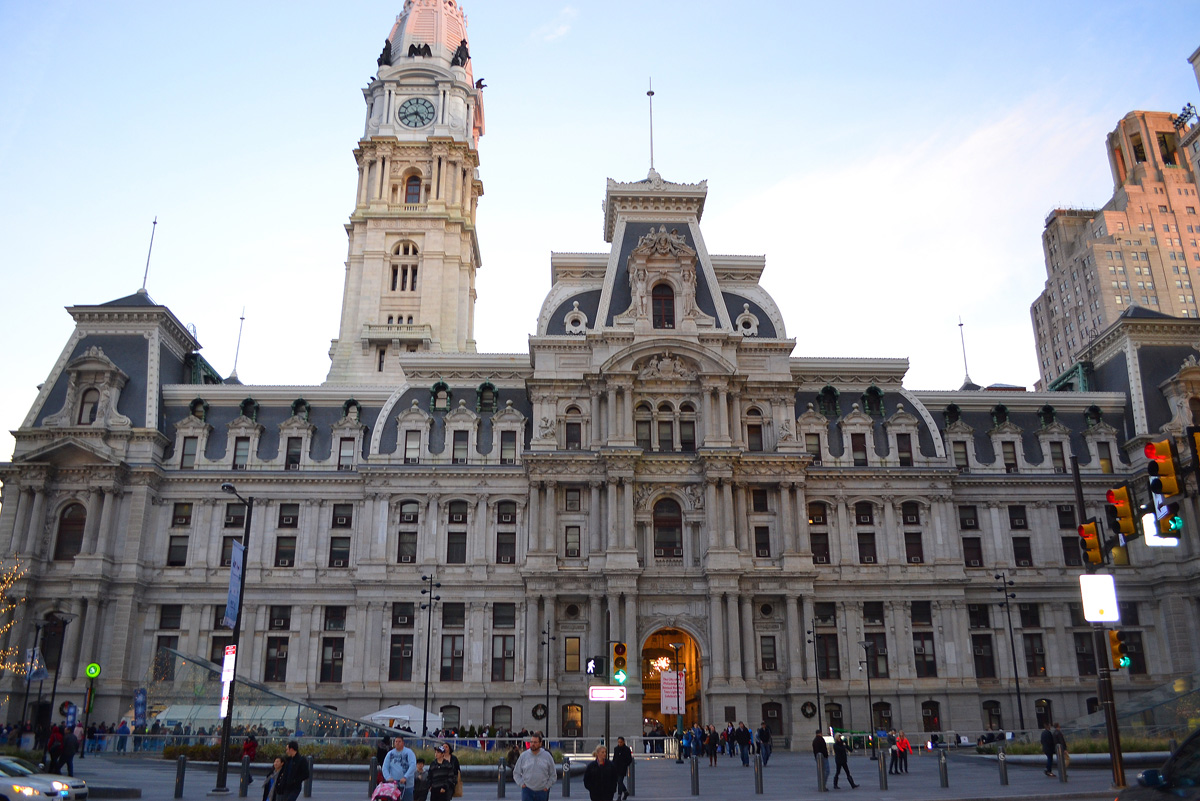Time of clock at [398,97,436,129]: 4:41
